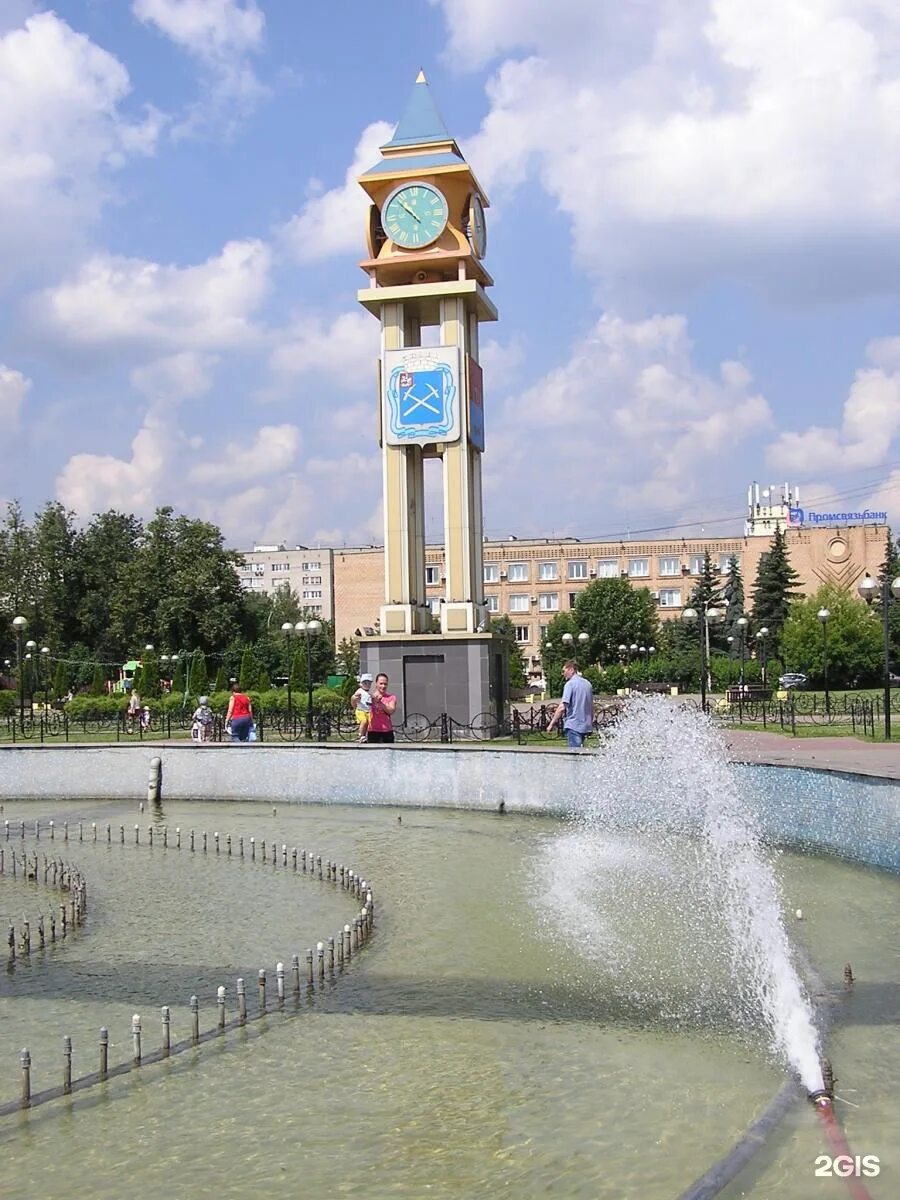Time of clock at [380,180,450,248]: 4:52
